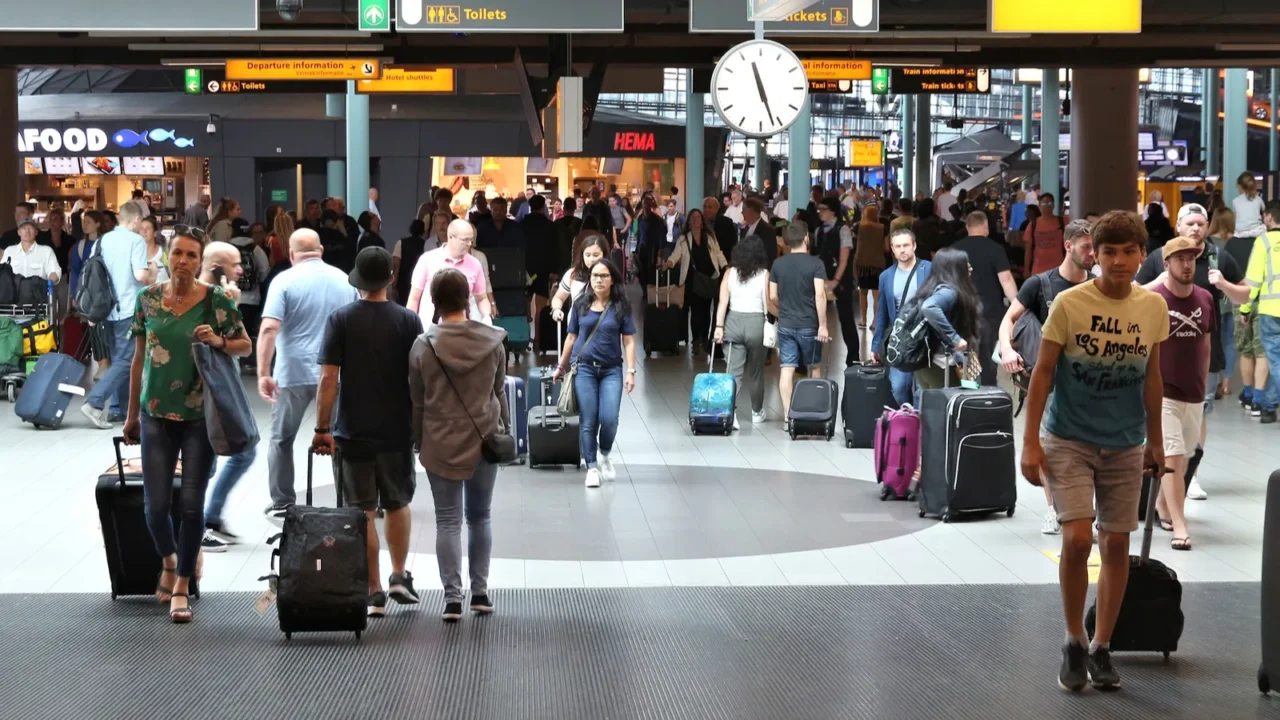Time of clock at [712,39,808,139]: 11:26
